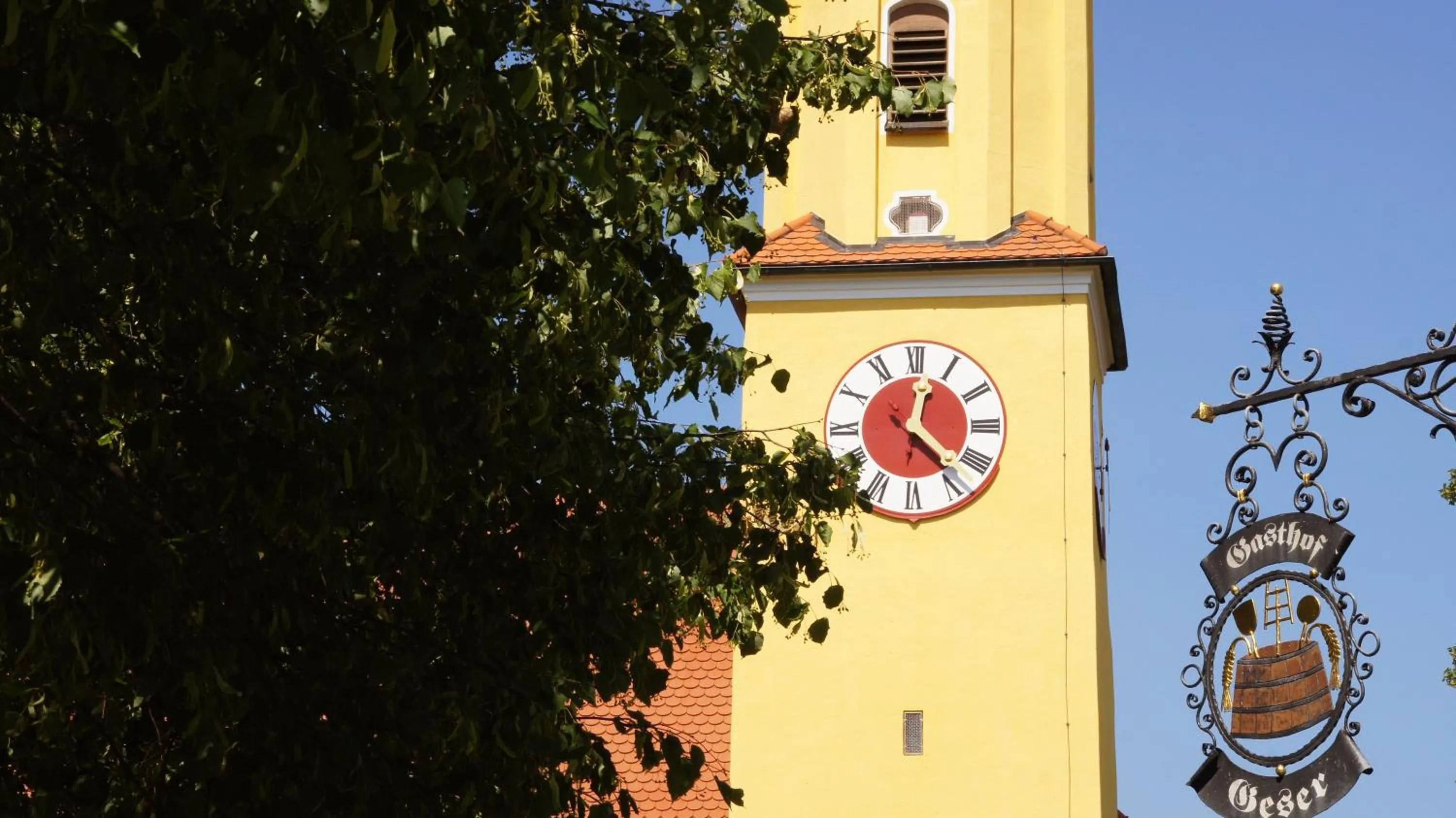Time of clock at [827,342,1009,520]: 12:22
